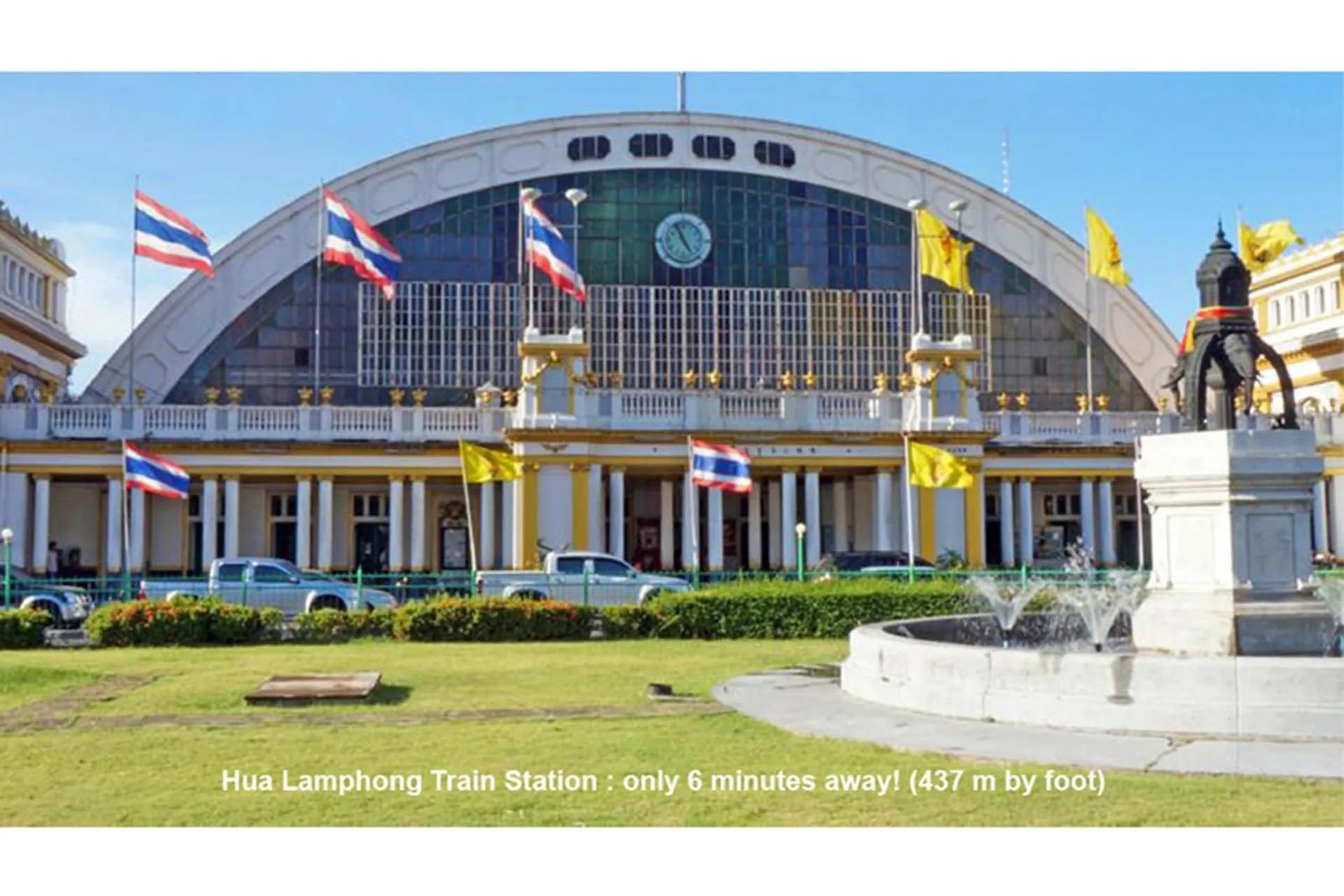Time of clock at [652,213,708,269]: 4:56
